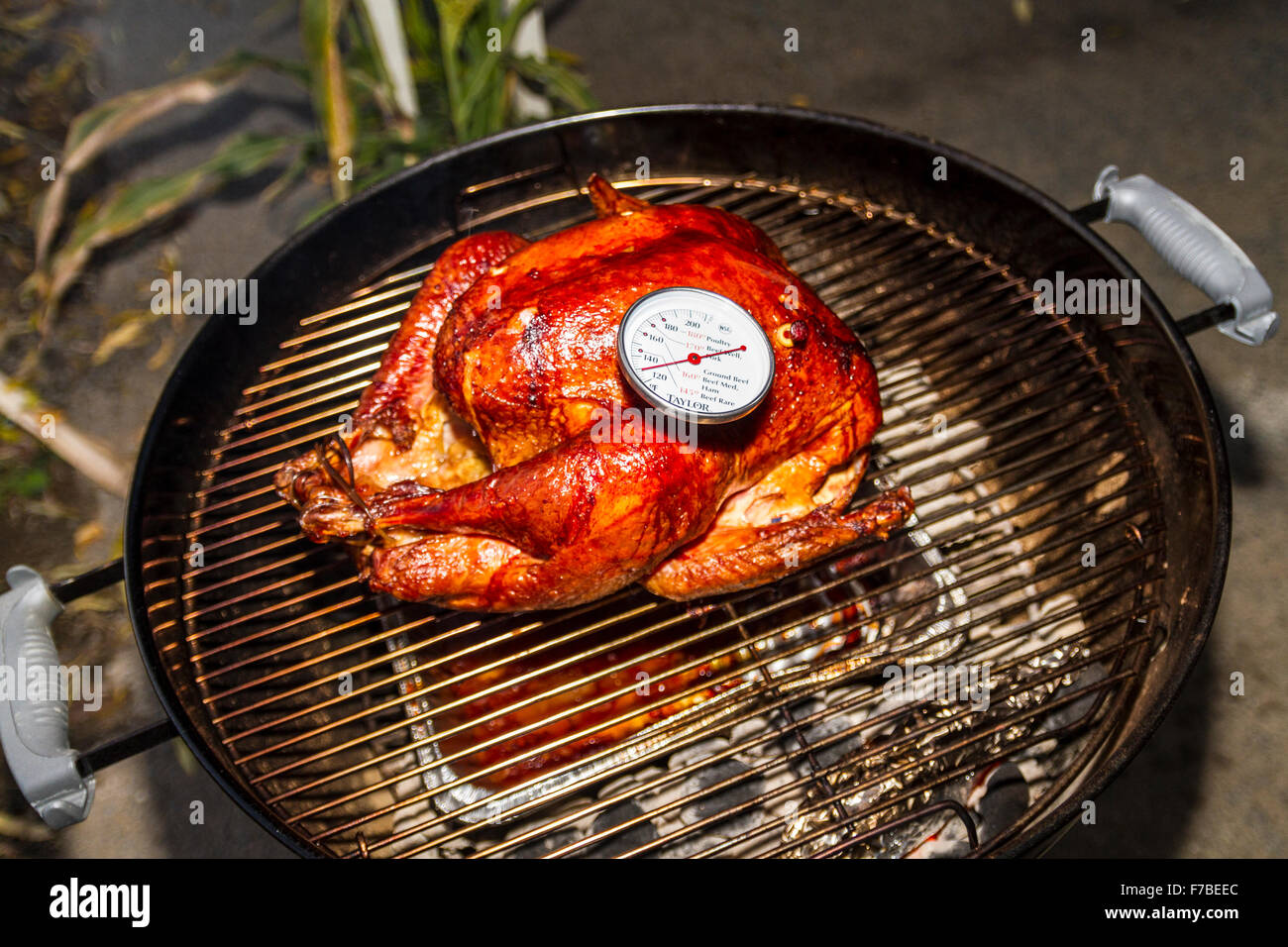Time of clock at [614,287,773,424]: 2:42
